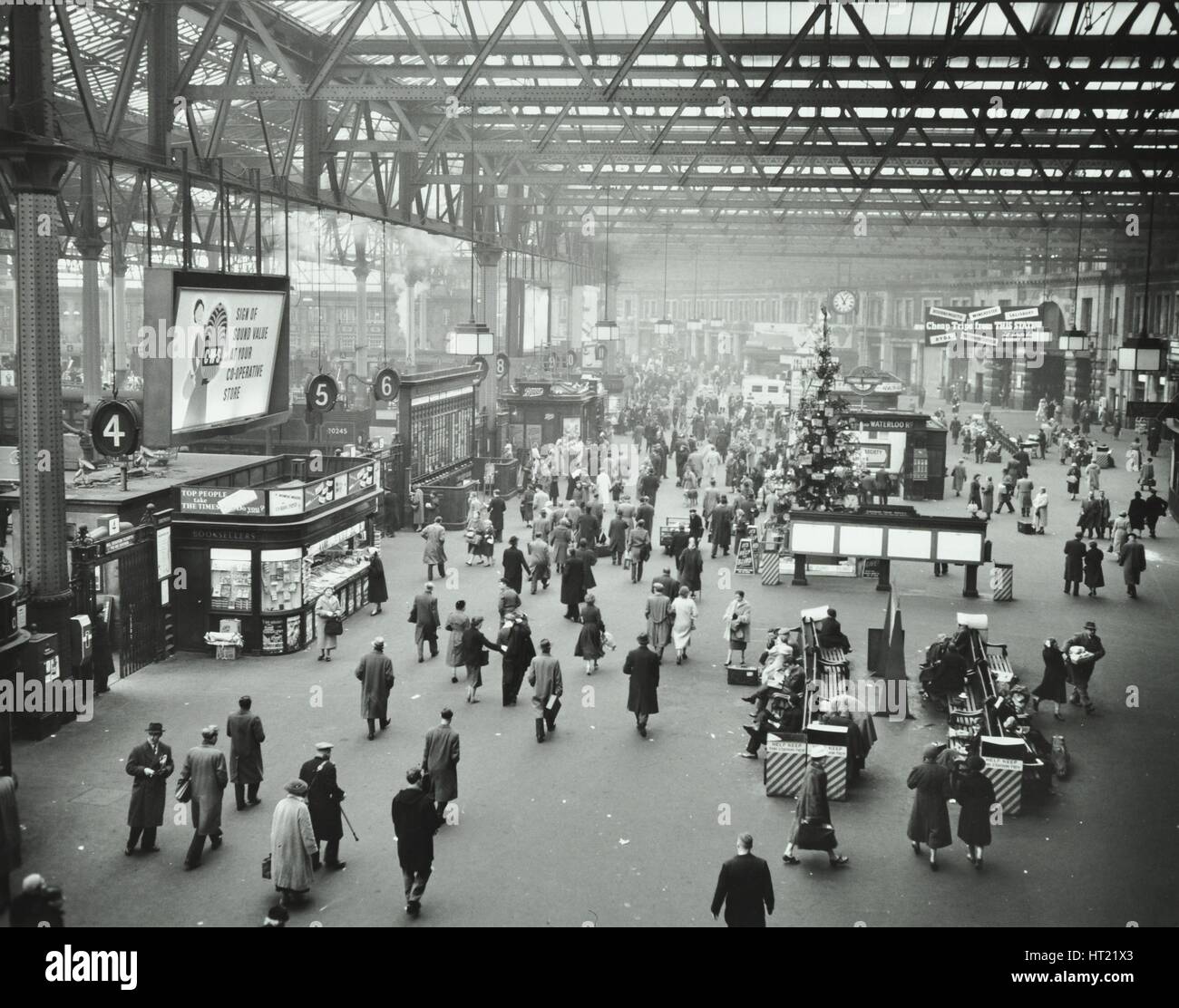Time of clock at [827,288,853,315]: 11:04
